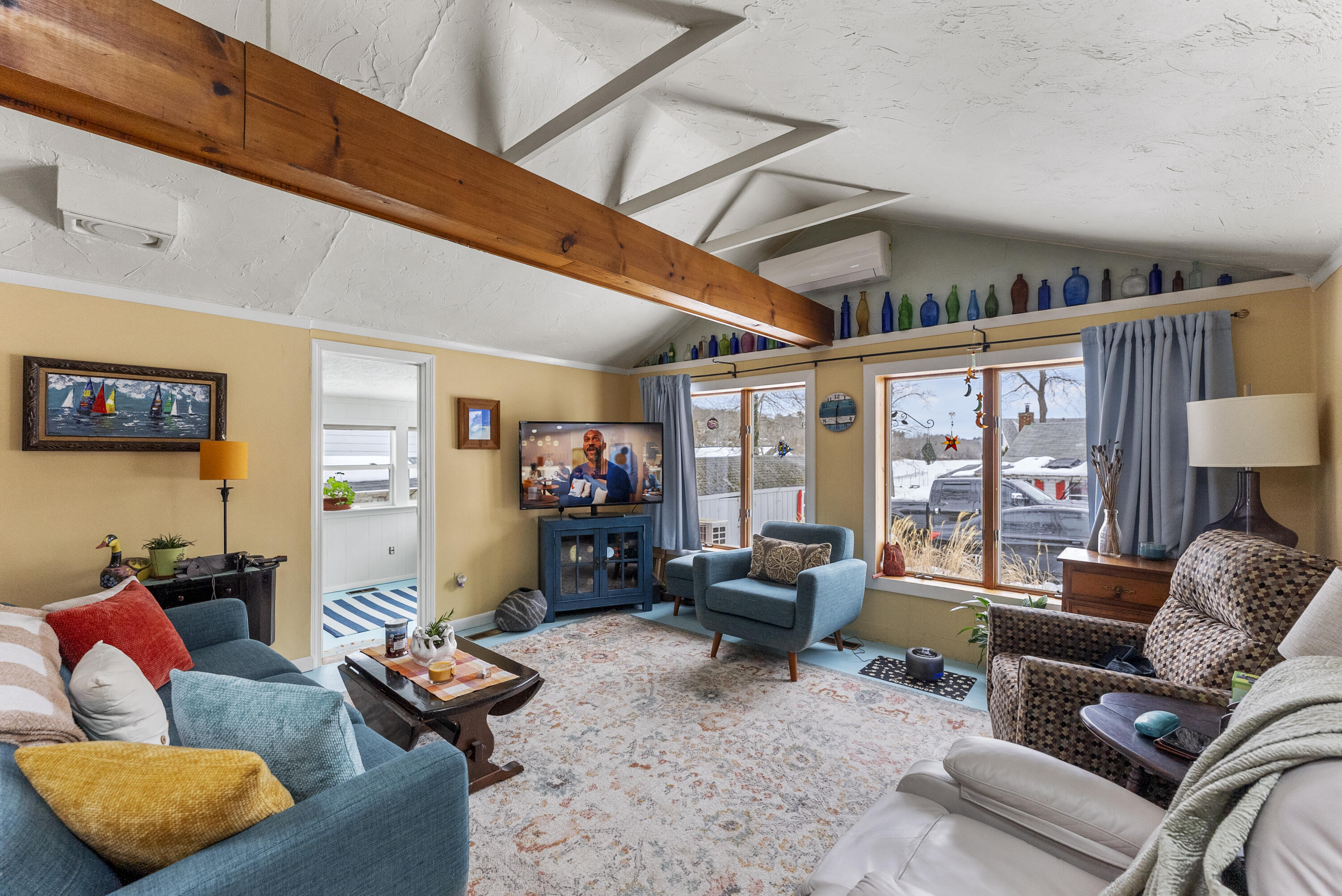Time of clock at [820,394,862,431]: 12:30
